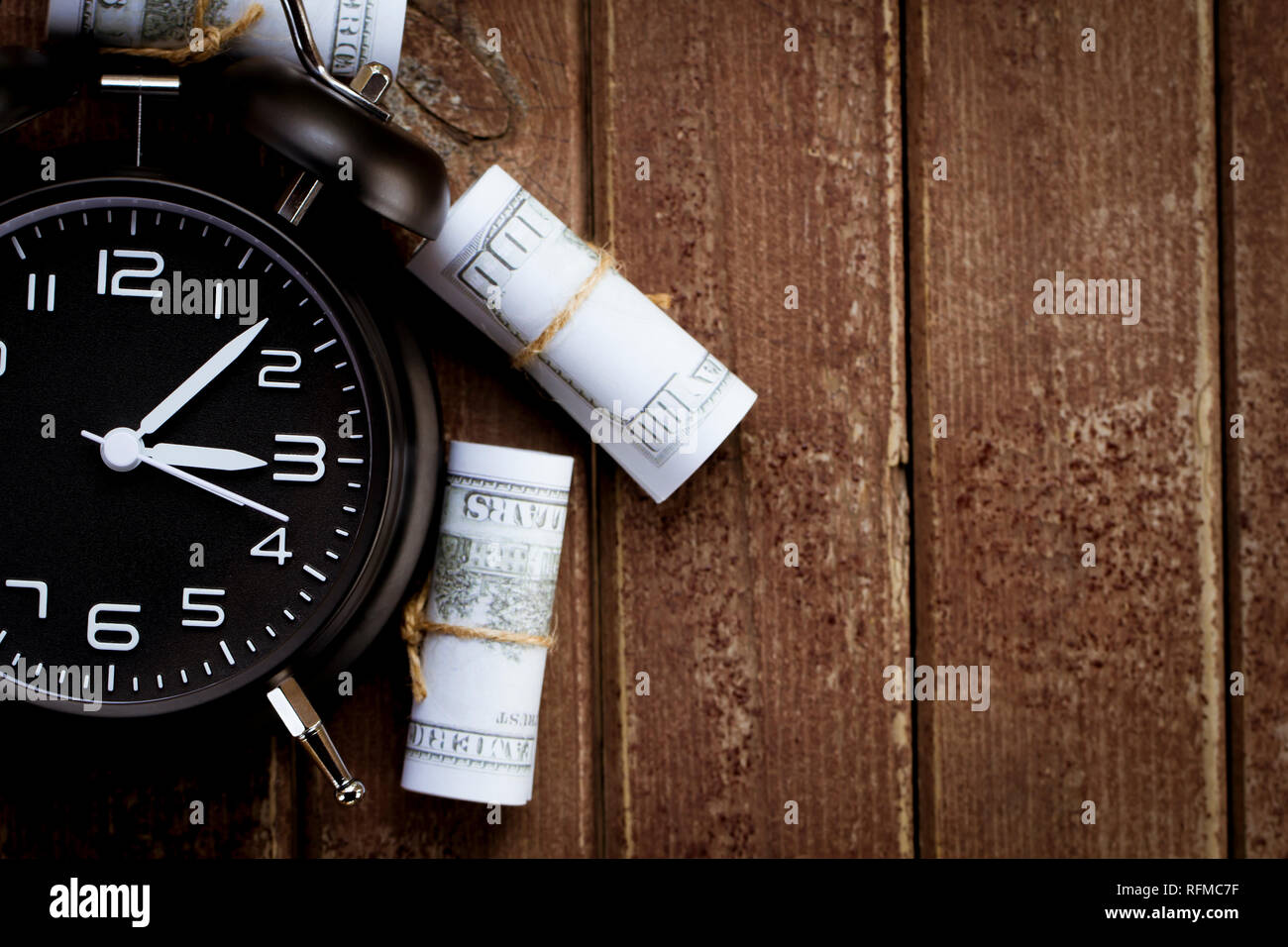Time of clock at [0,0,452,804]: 3:07
